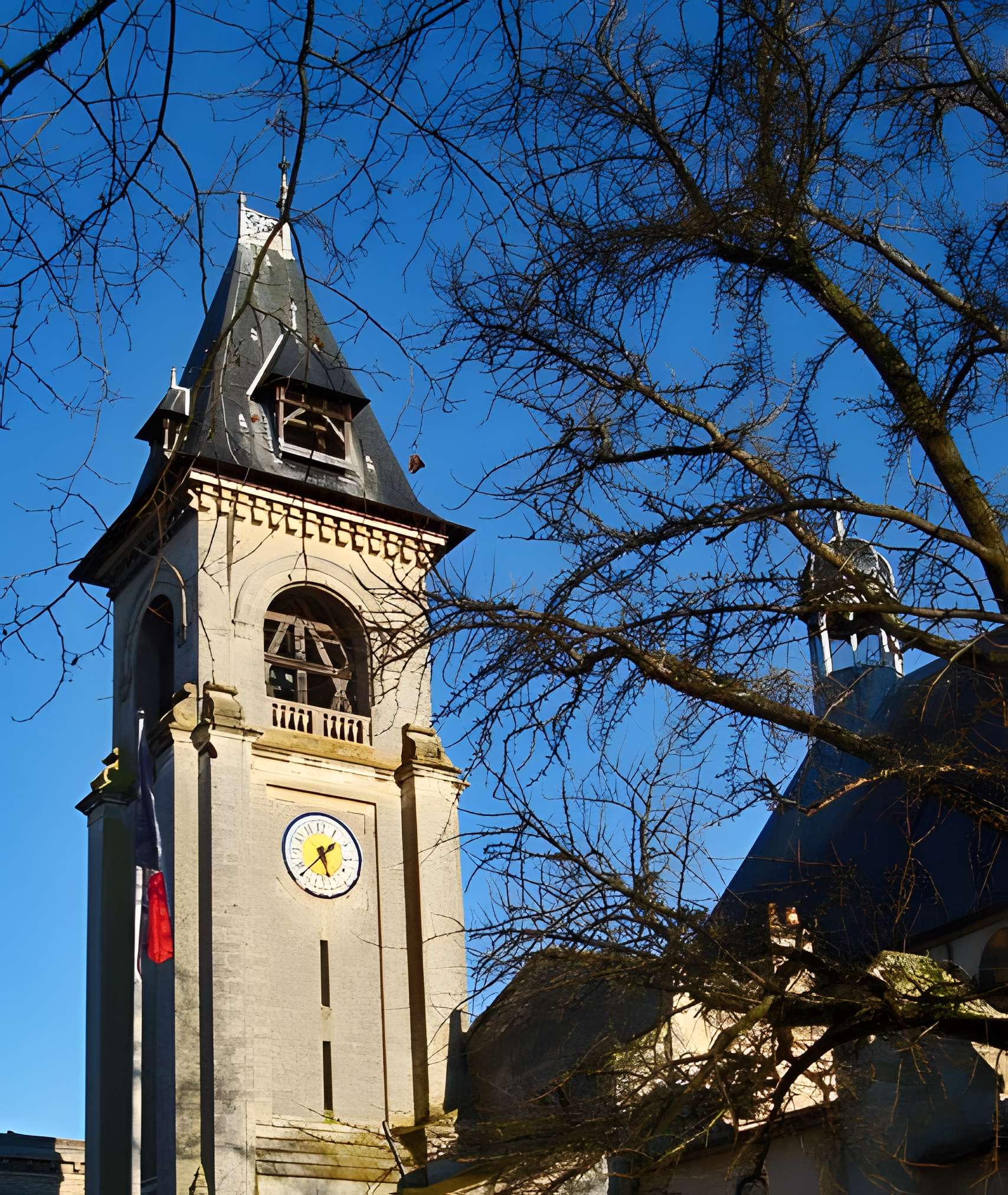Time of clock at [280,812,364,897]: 1:37
